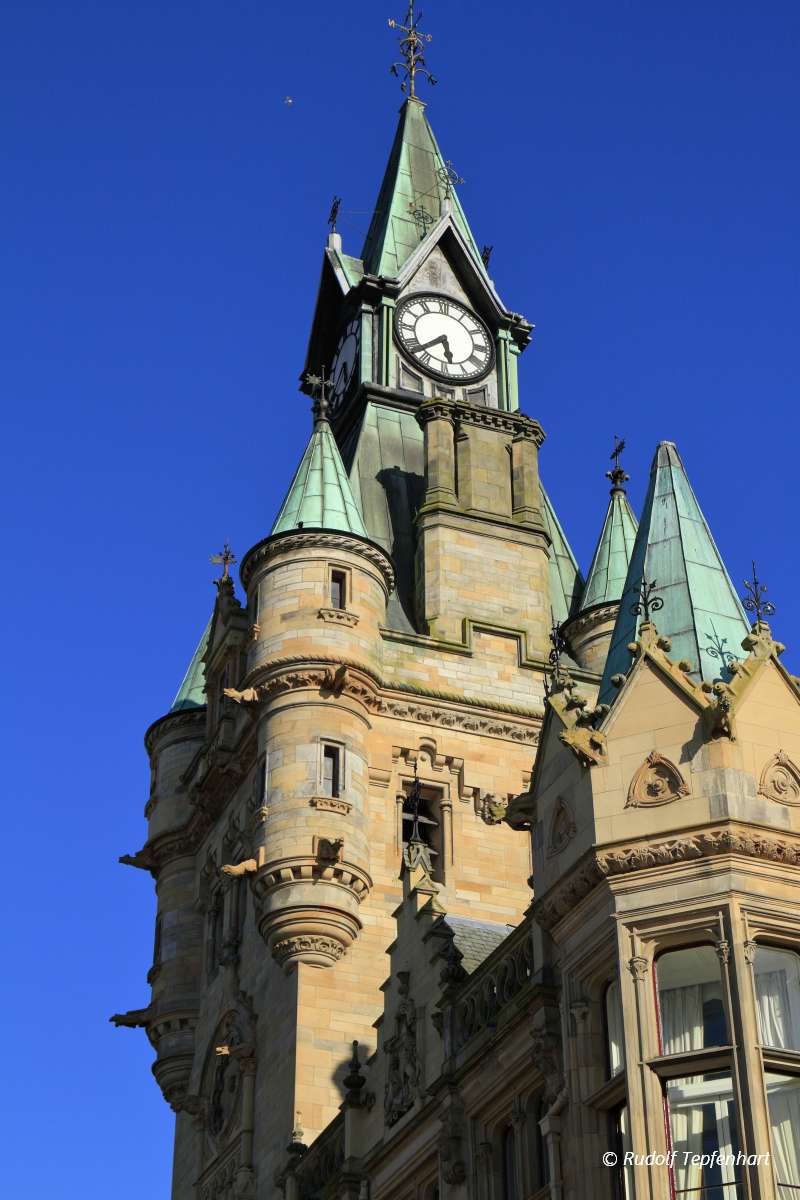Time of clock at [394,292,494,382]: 5:37
